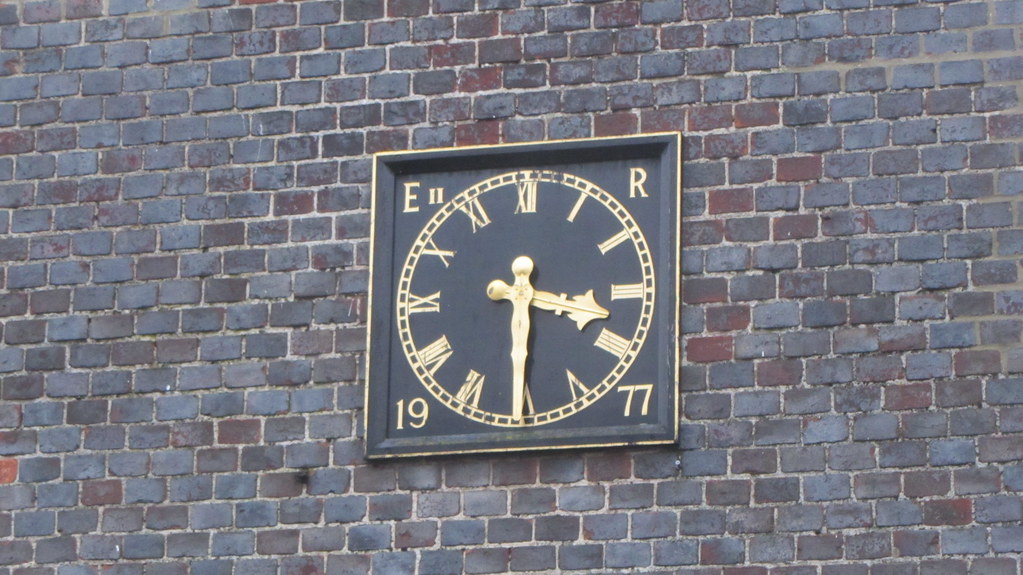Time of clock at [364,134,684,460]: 3:30
